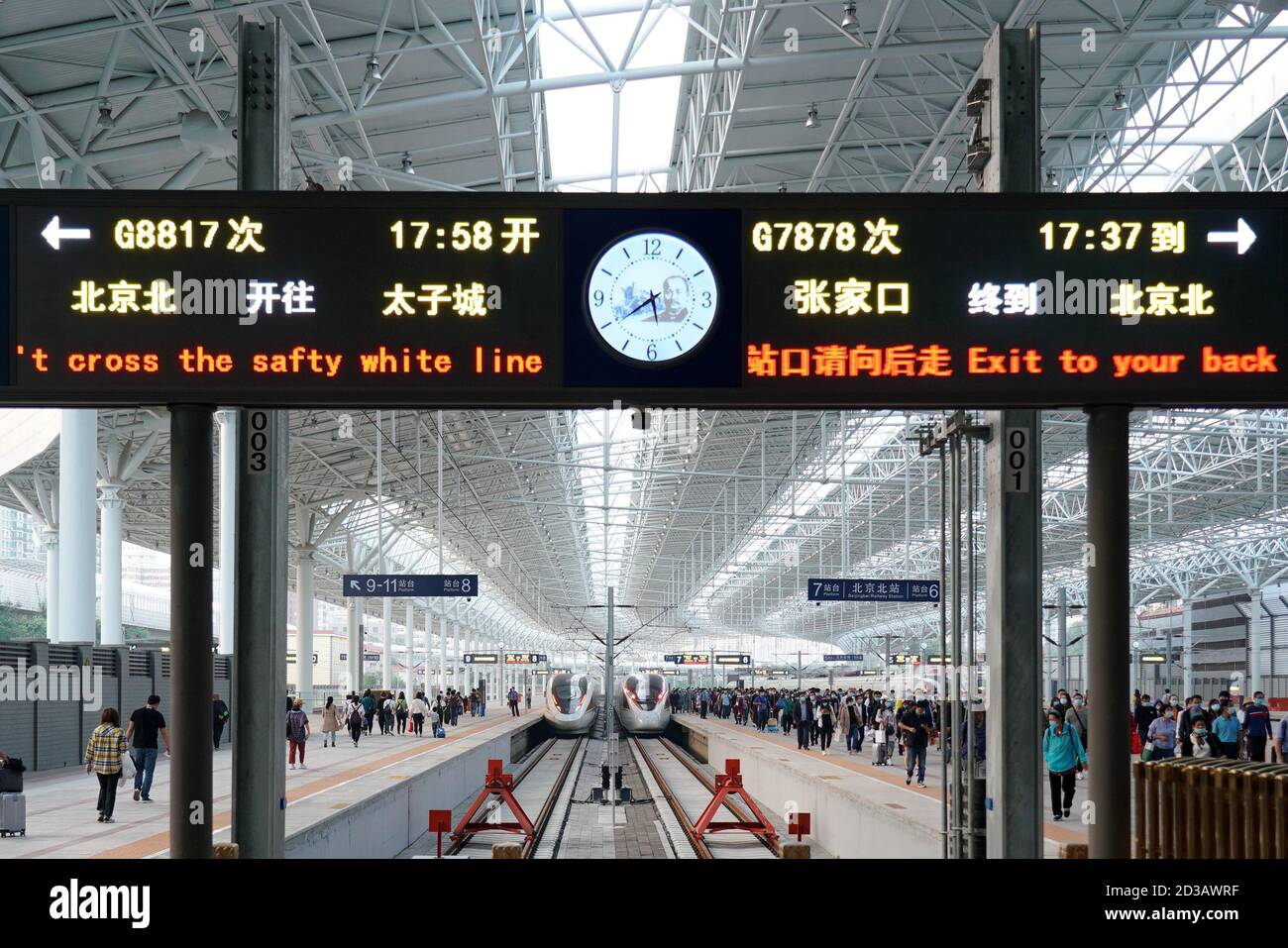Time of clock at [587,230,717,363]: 5:39
